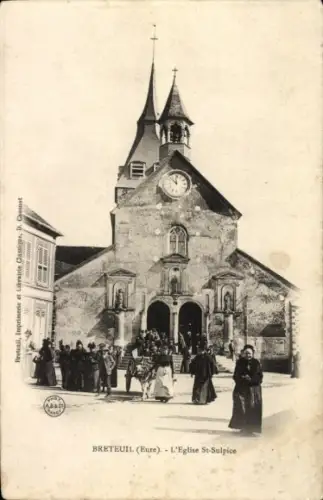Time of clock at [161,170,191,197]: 11:52
